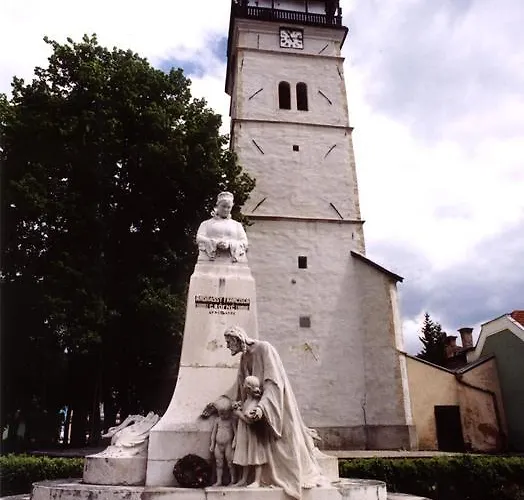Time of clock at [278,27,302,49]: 11:13
